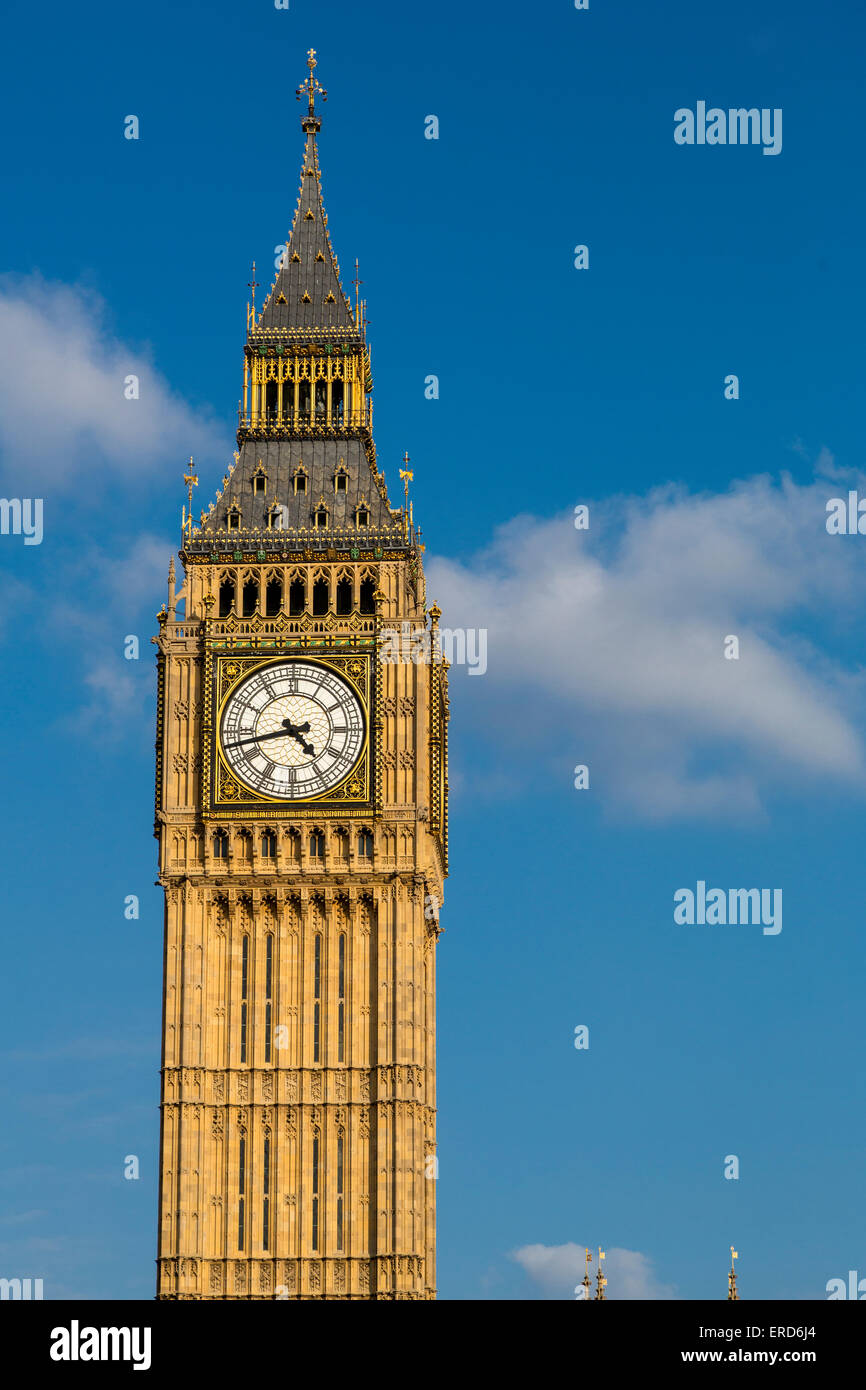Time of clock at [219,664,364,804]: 4:42
